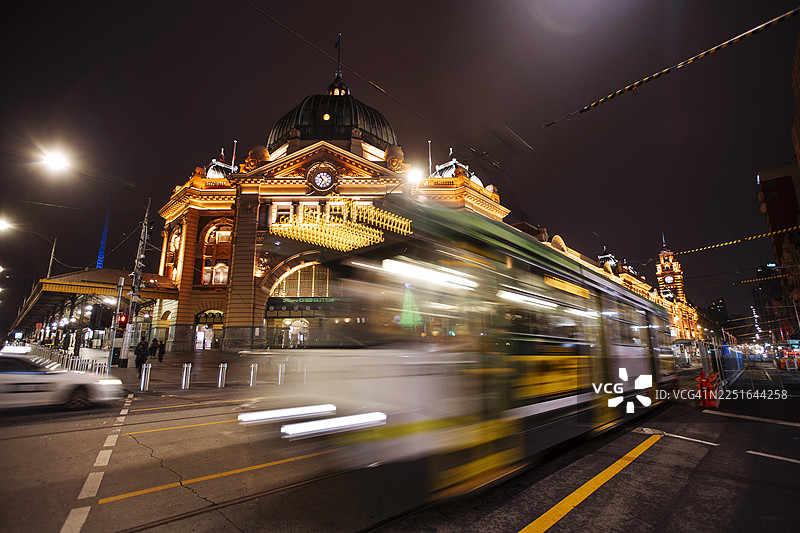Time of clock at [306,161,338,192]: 10:34
